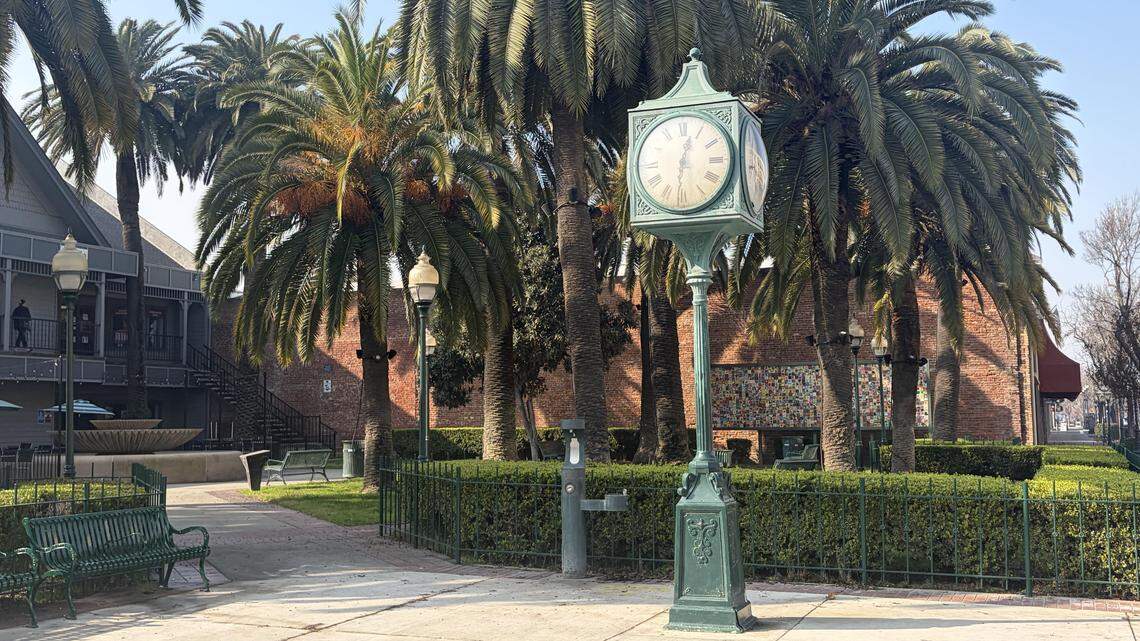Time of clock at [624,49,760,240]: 12:31
